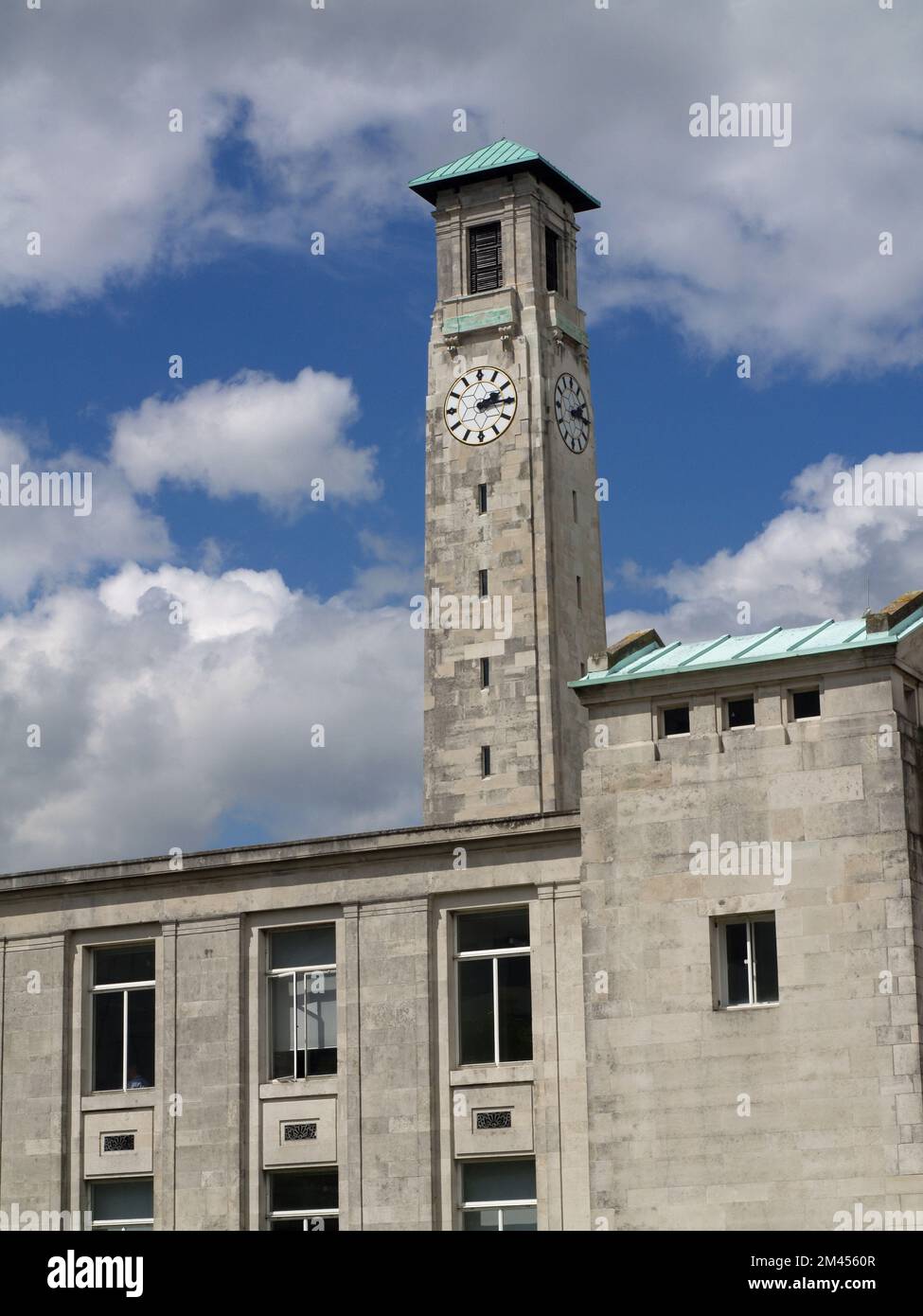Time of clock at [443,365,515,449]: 2:14
